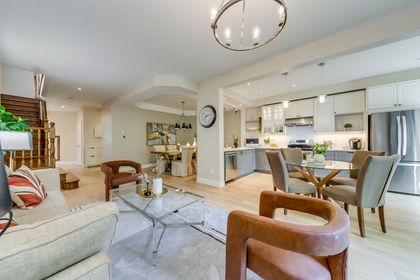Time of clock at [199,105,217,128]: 7:12
